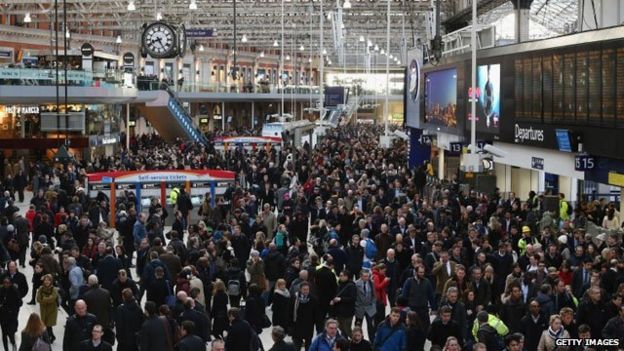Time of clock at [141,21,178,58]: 8:25
